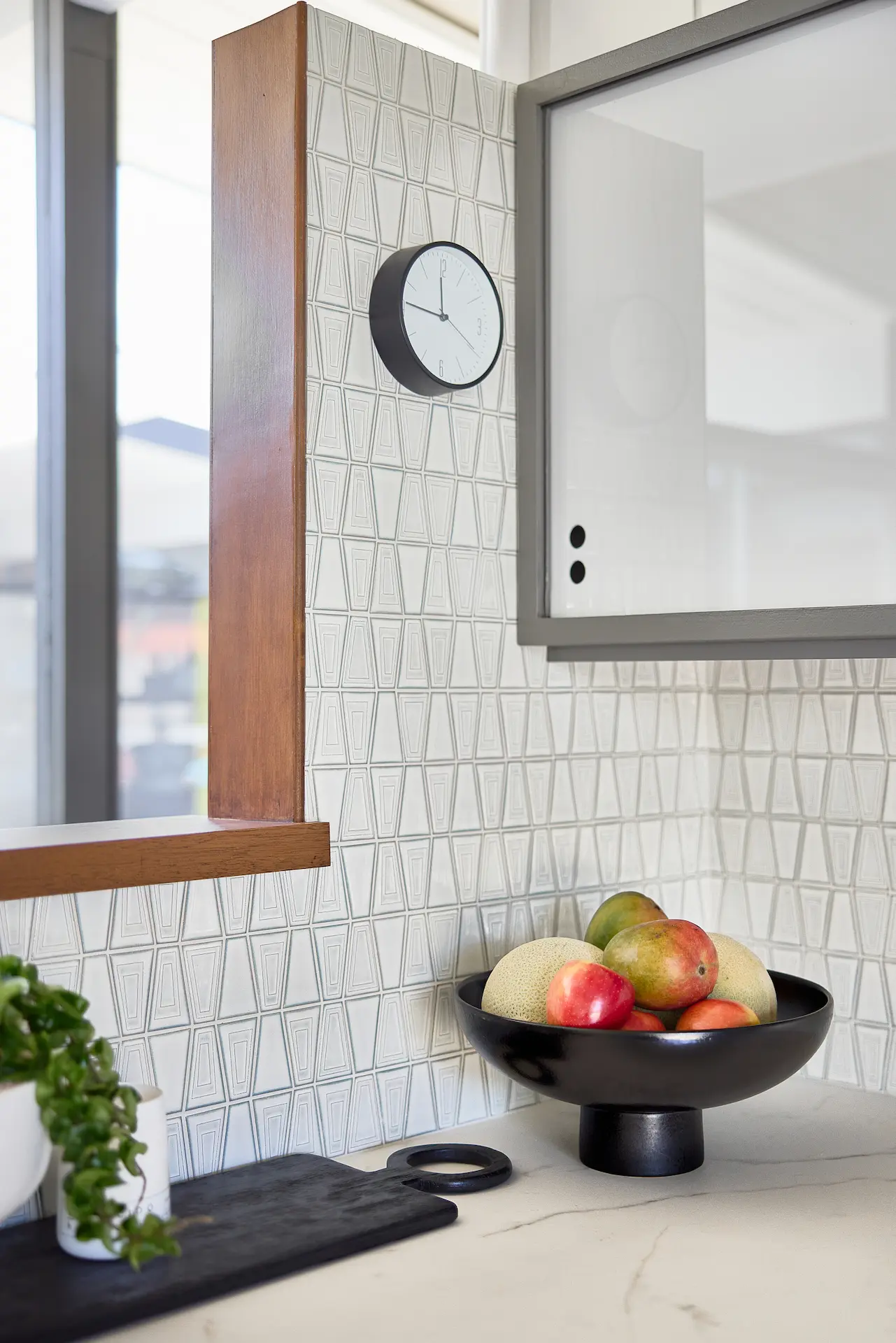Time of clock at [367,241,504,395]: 11:46
